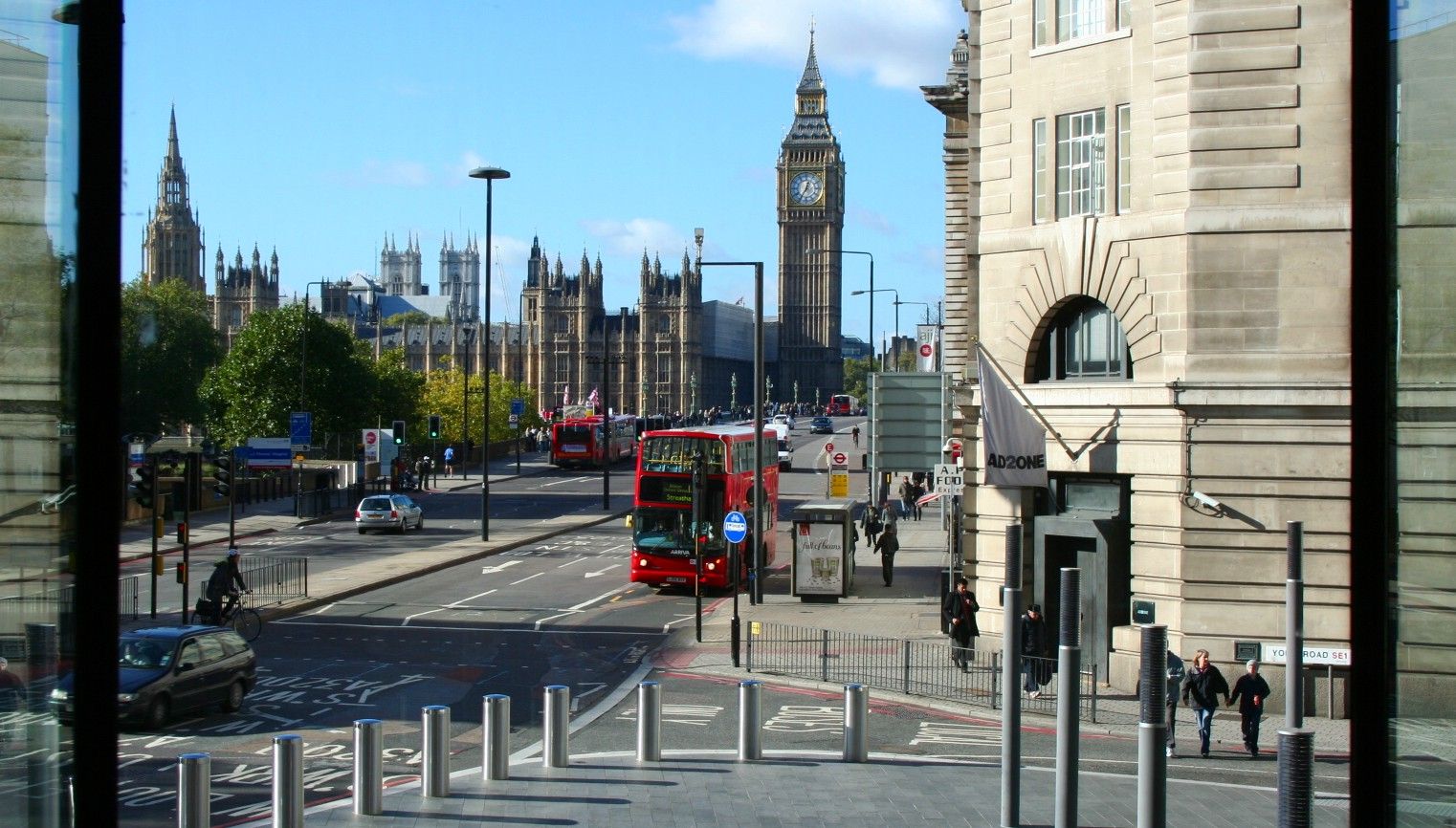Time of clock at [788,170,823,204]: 12:34
